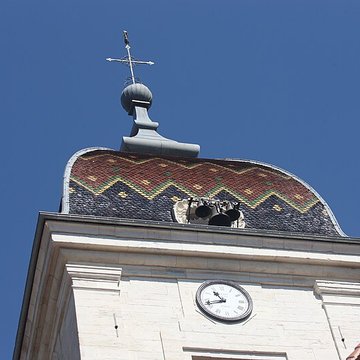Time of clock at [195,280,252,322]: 10:42
